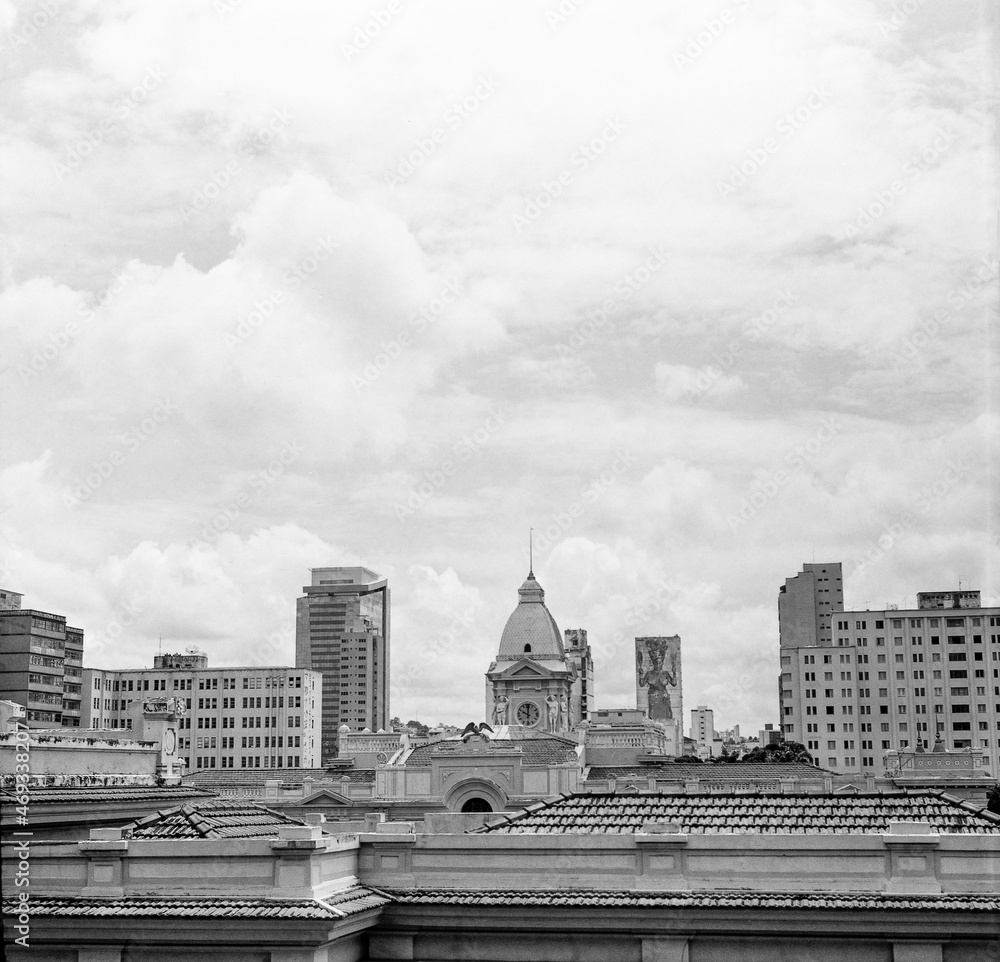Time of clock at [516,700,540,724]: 10:00
